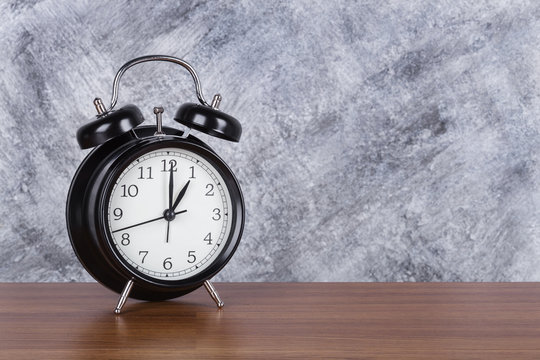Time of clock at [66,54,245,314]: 1:00
